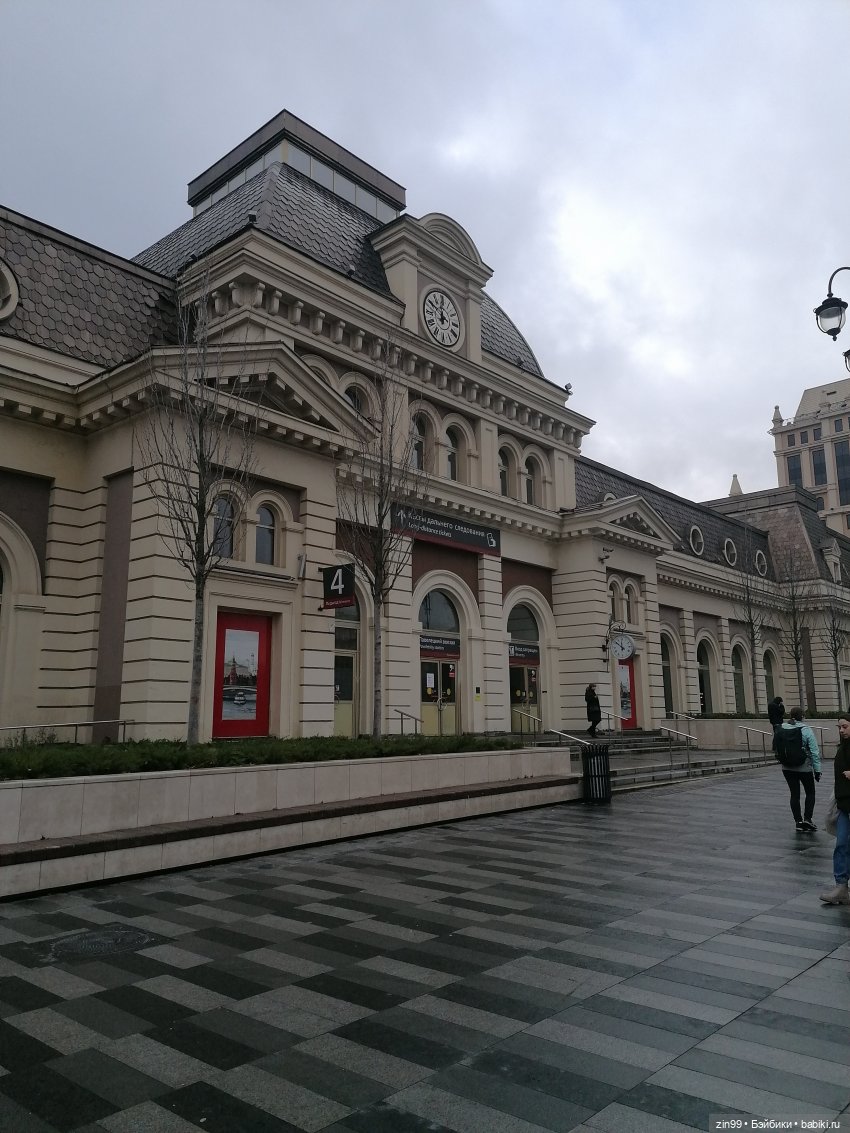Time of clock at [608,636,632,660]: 11:51
